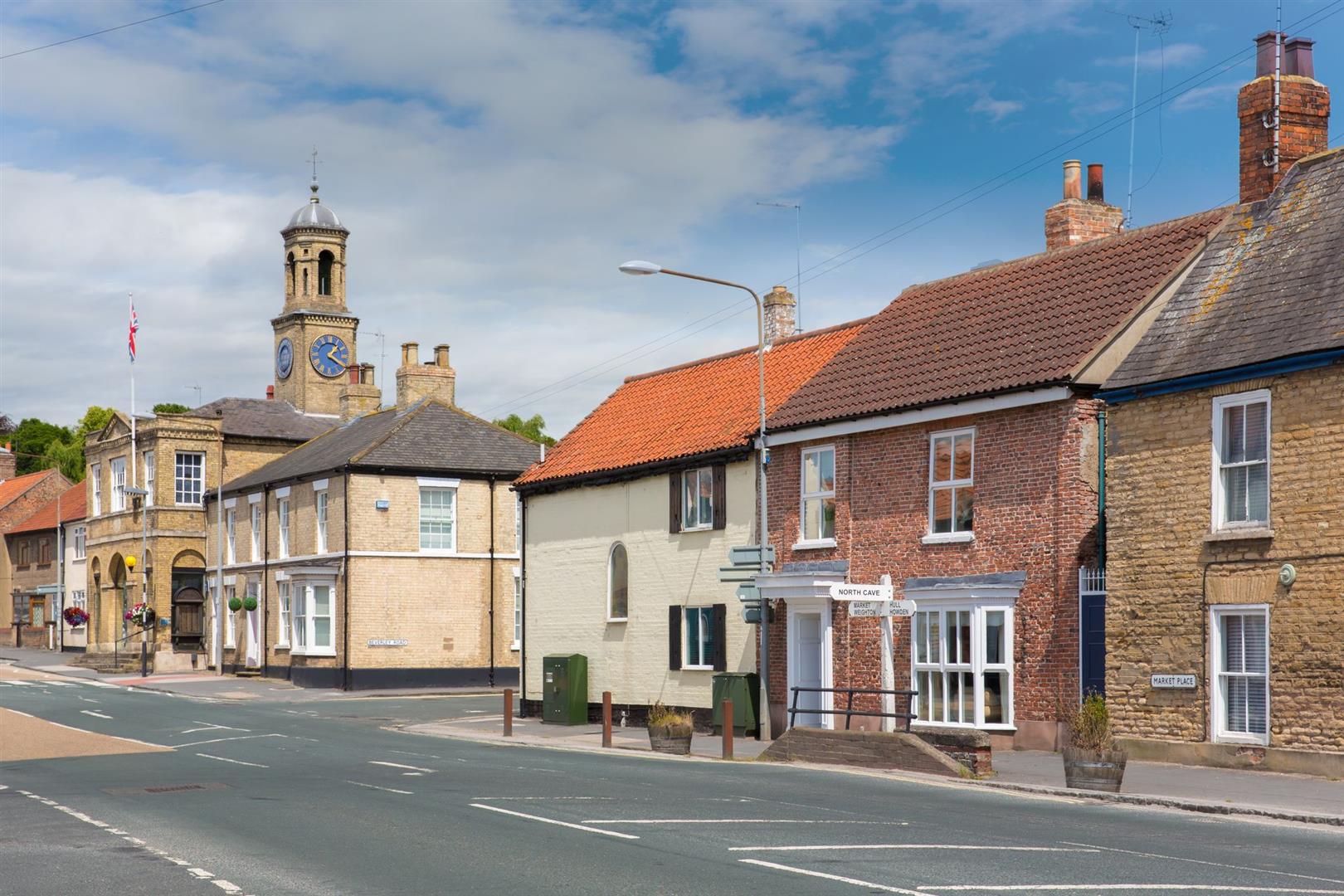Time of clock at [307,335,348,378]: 1:20
